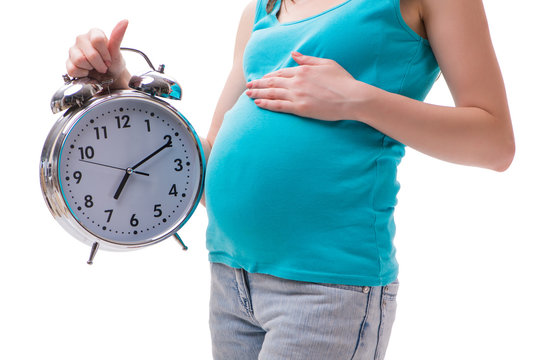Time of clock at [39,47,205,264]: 7:10
